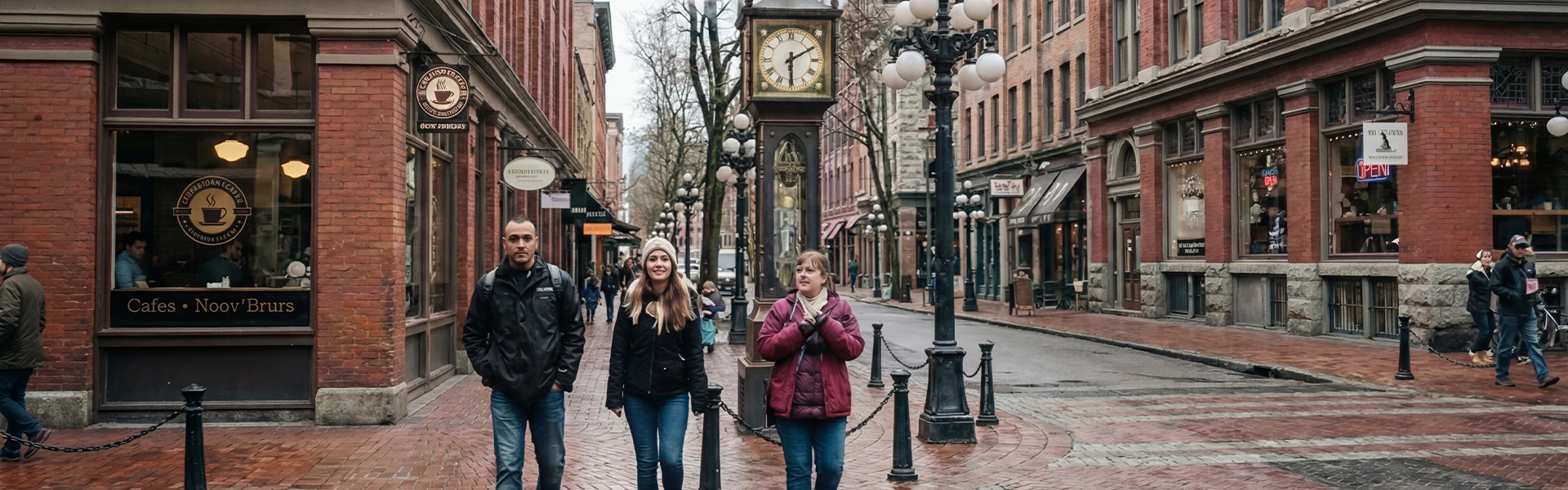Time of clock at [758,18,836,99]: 6:10
